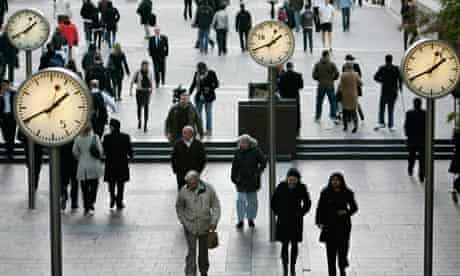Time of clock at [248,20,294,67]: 1:41
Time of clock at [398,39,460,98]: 1:41
